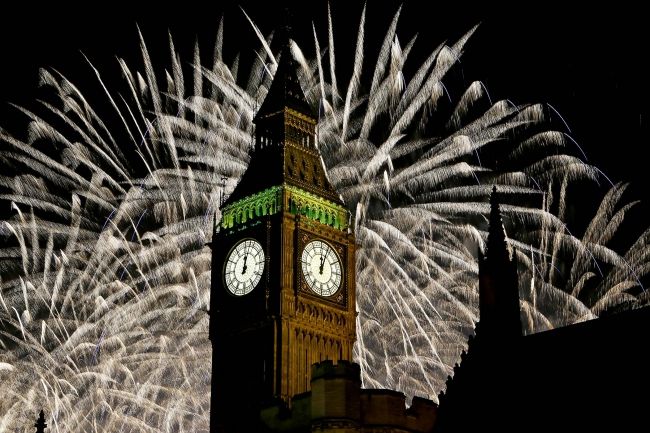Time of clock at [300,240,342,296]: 12:03
